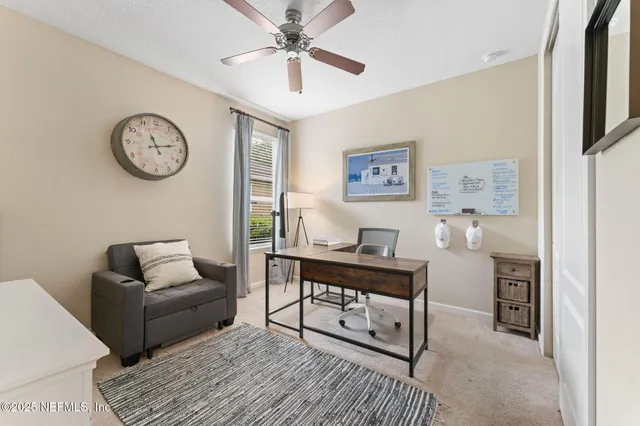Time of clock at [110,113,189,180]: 11:12
